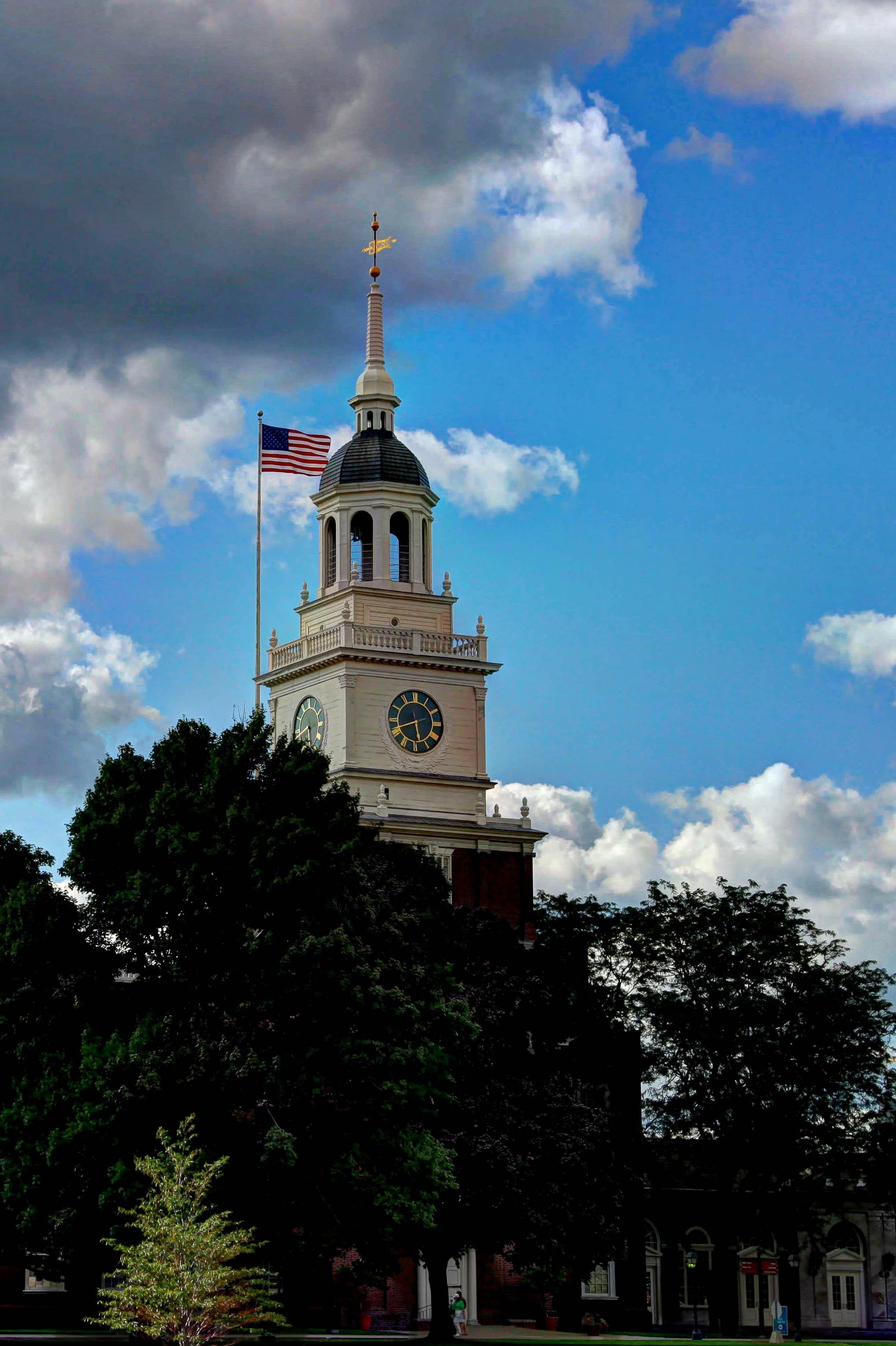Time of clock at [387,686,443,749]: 5:41
